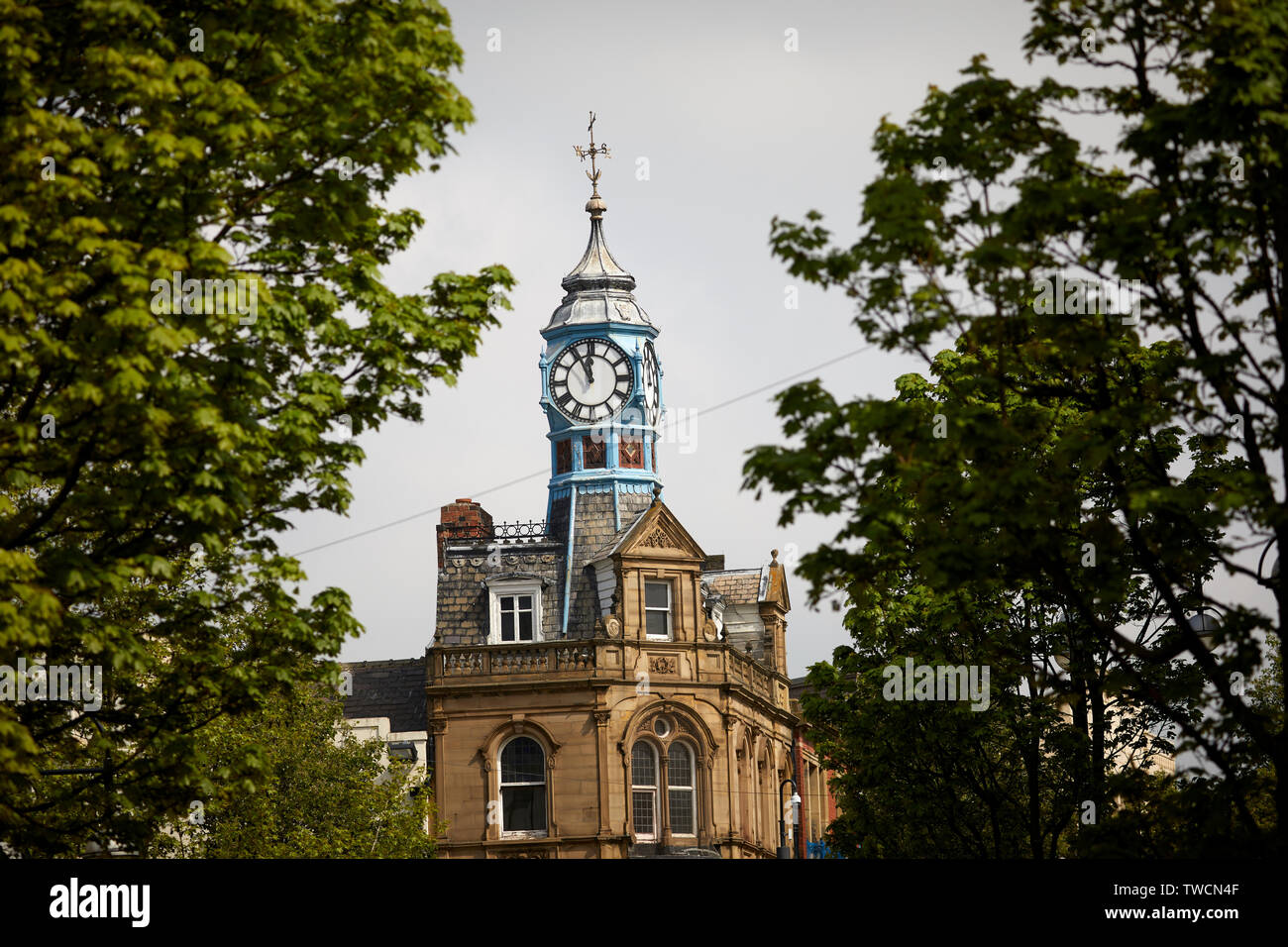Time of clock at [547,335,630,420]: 11:55
